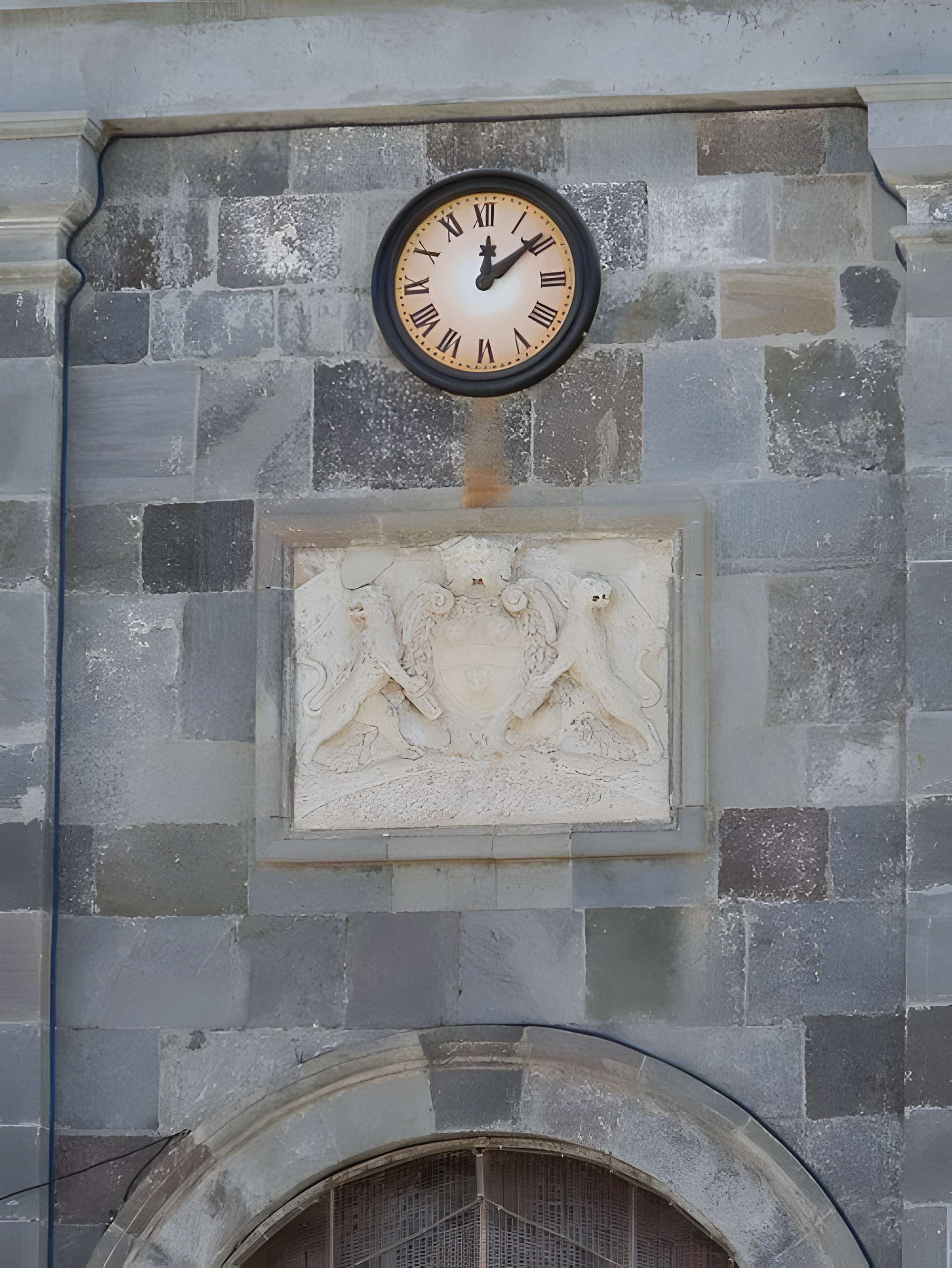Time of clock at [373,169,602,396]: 12:08
